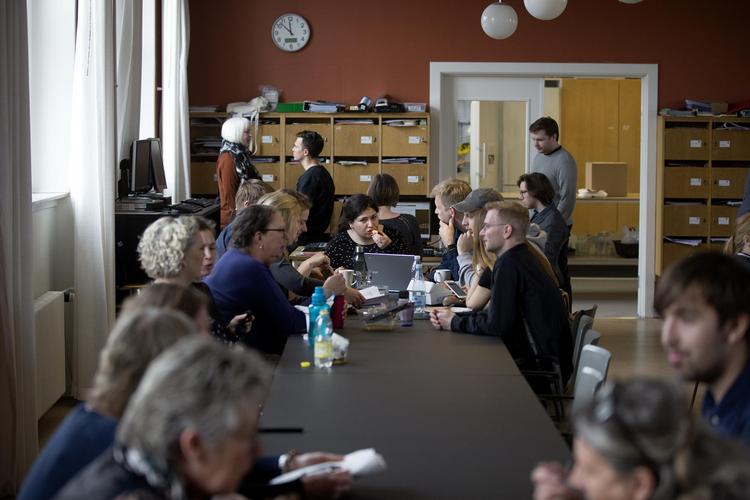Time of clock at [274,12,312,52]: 11:52
